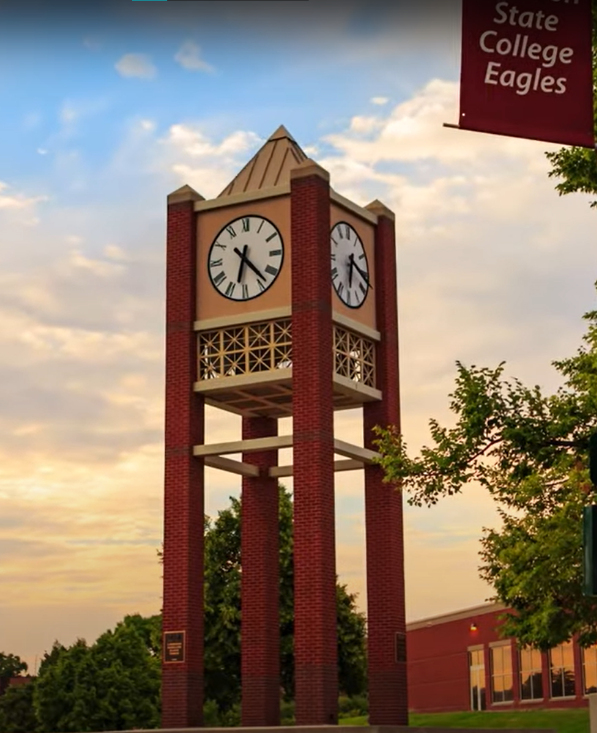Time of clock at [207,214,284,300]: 6:22
